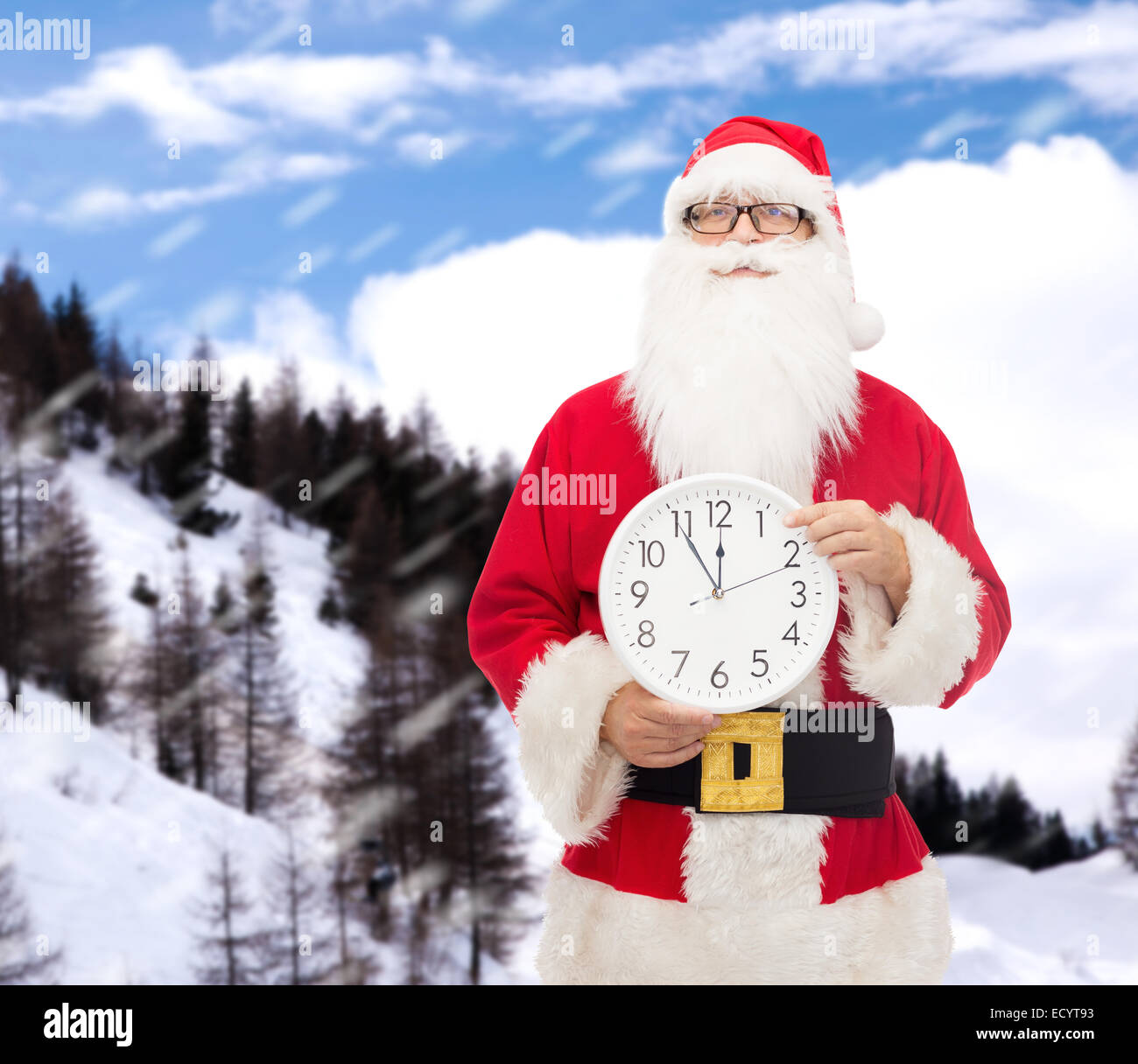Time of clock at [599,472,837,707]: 11:54
